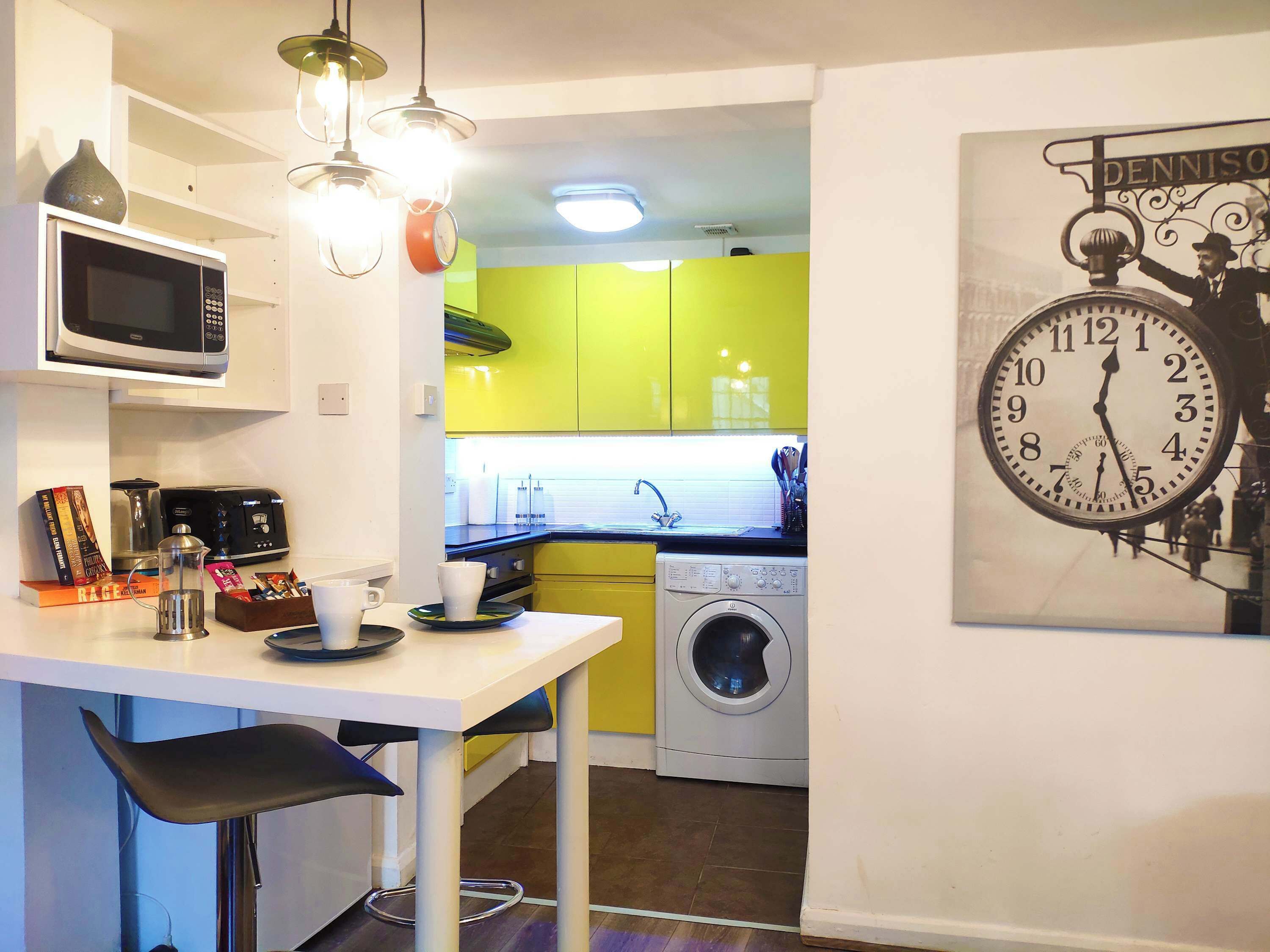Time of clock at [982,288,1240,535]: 12:26
